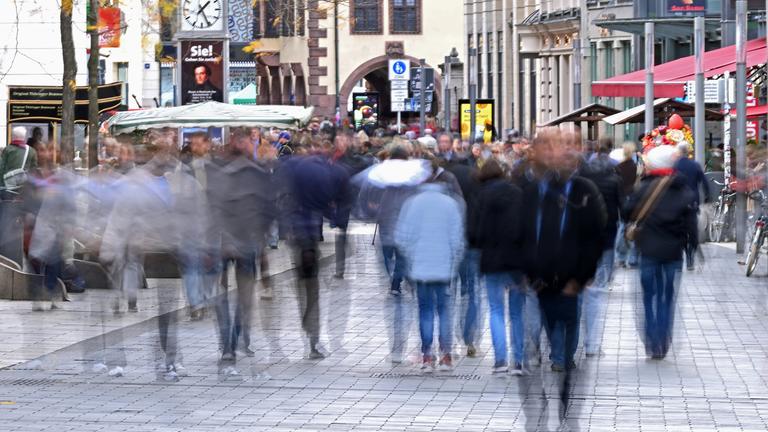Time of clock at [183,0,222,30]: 1:25
